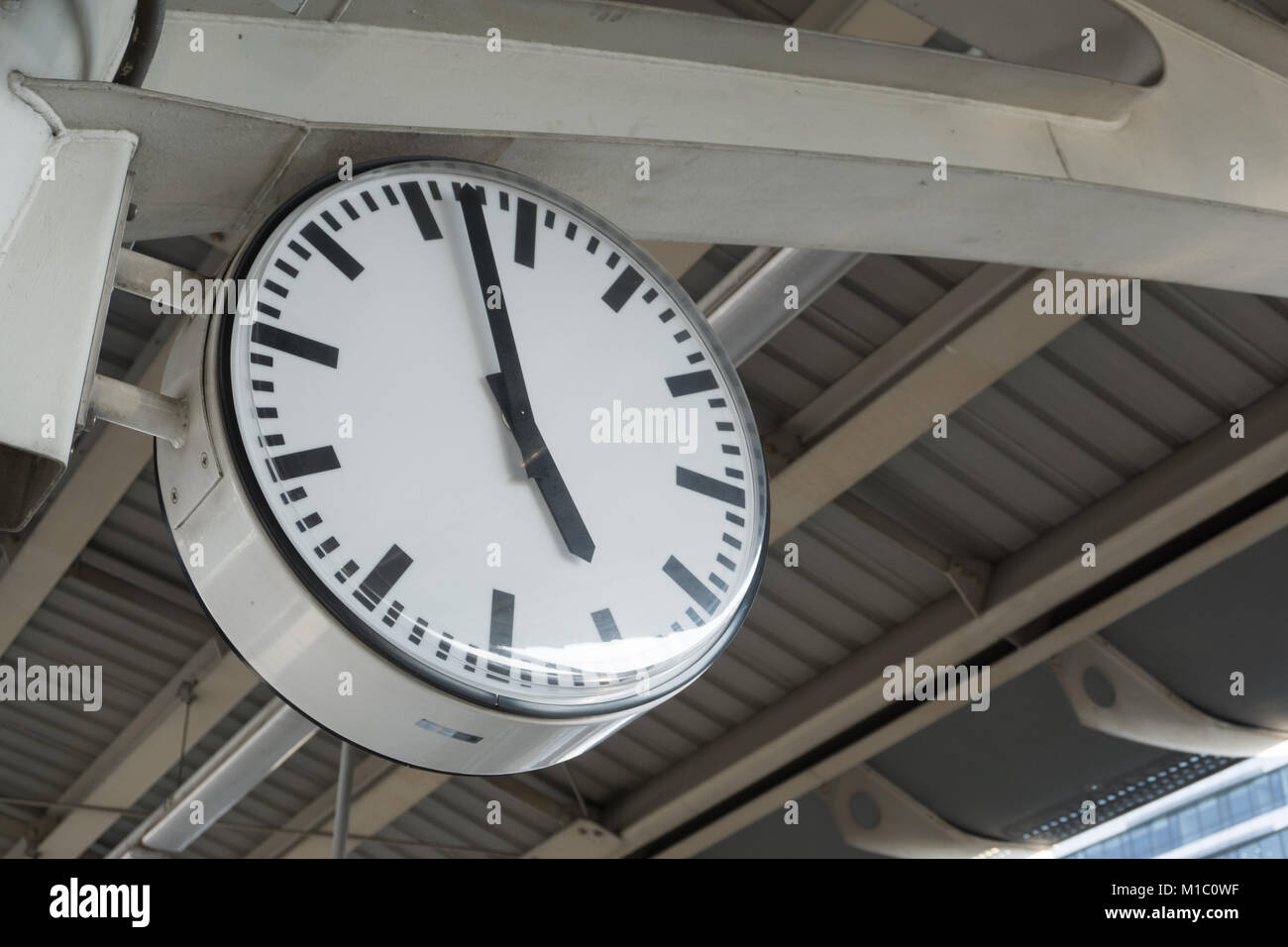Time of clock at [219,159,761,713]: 4:57
